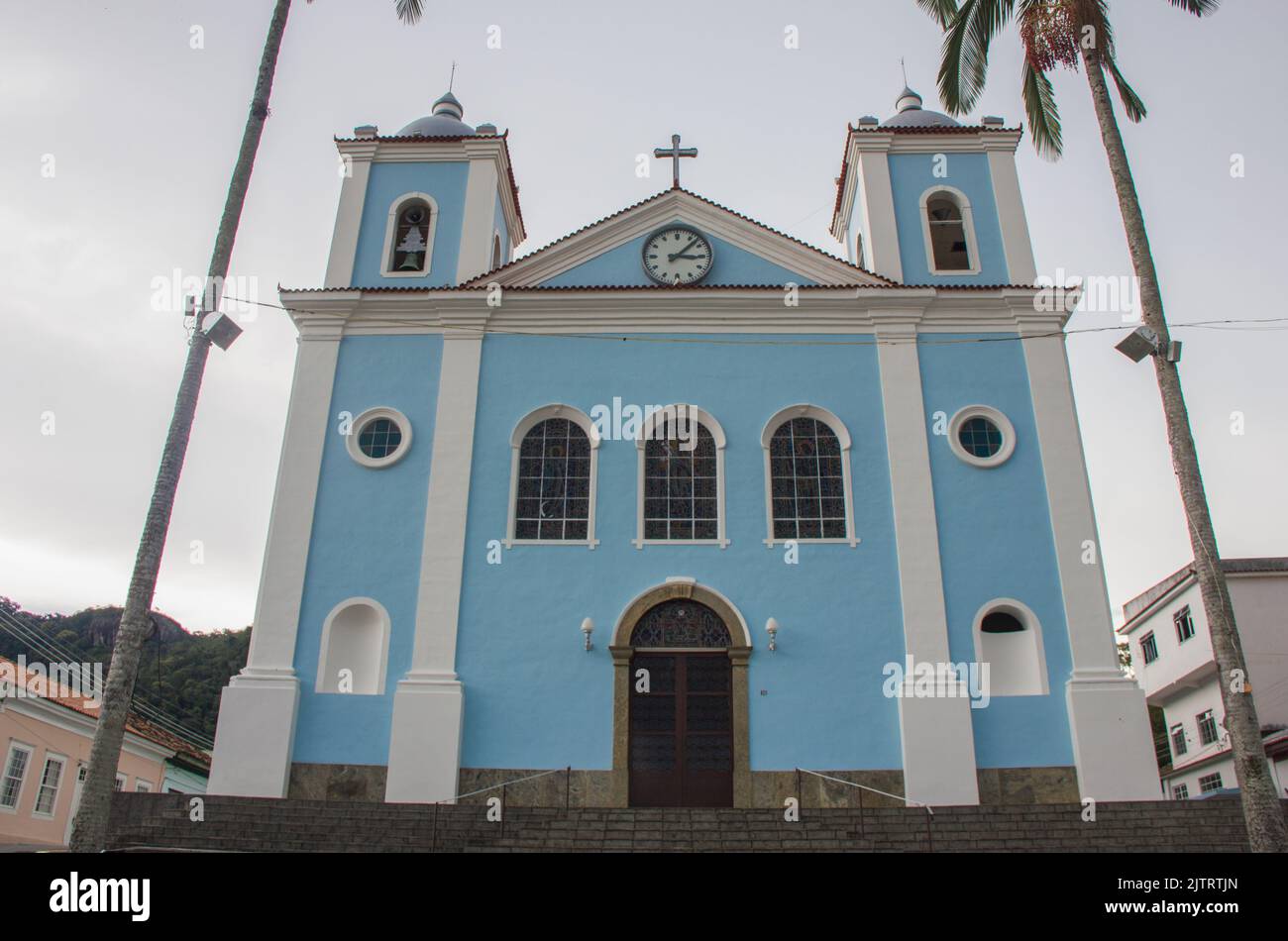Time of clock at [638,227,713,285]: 3:07
